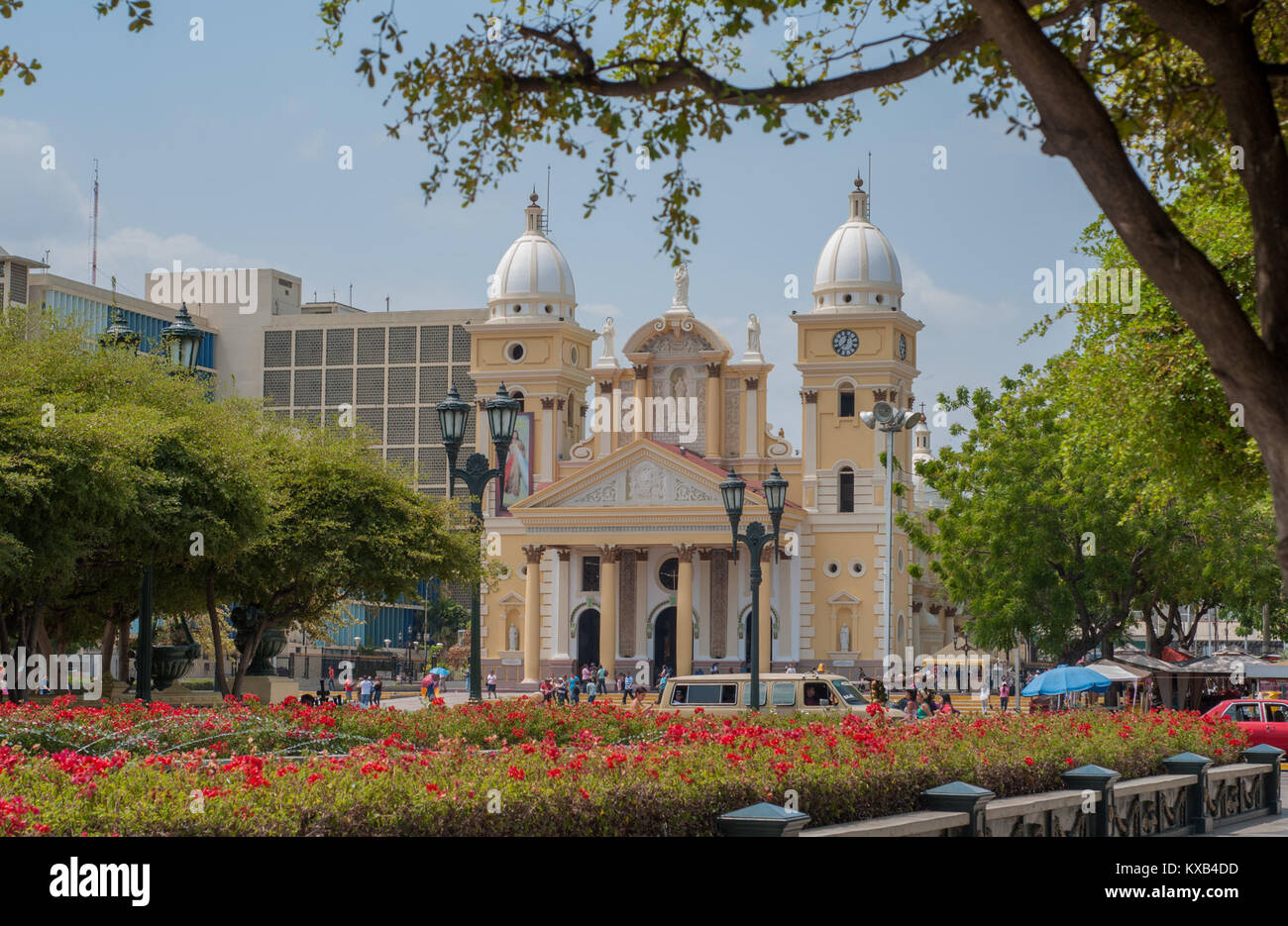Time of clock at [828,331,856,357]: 12:38
